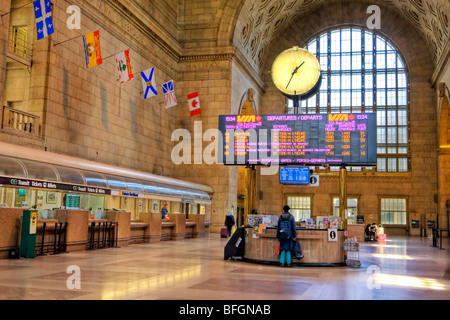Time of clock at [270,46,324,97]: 1:34
